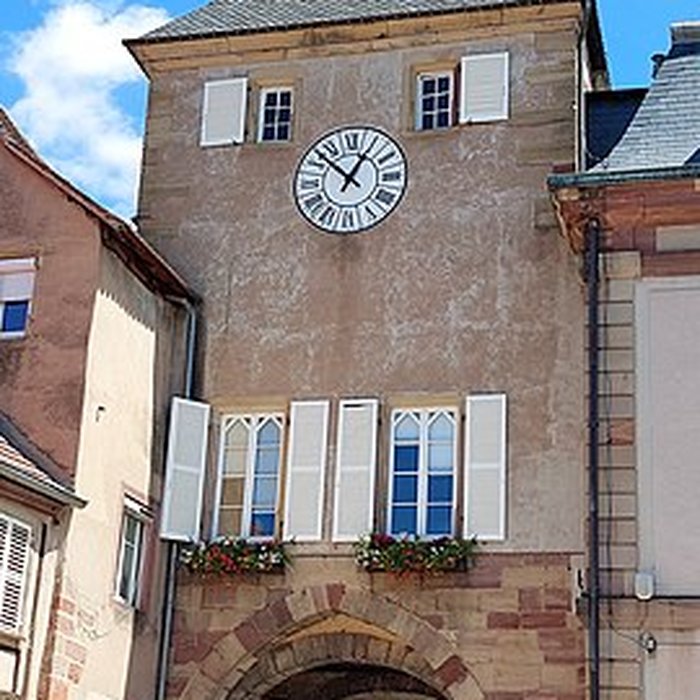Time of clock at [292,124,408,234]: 12:52
